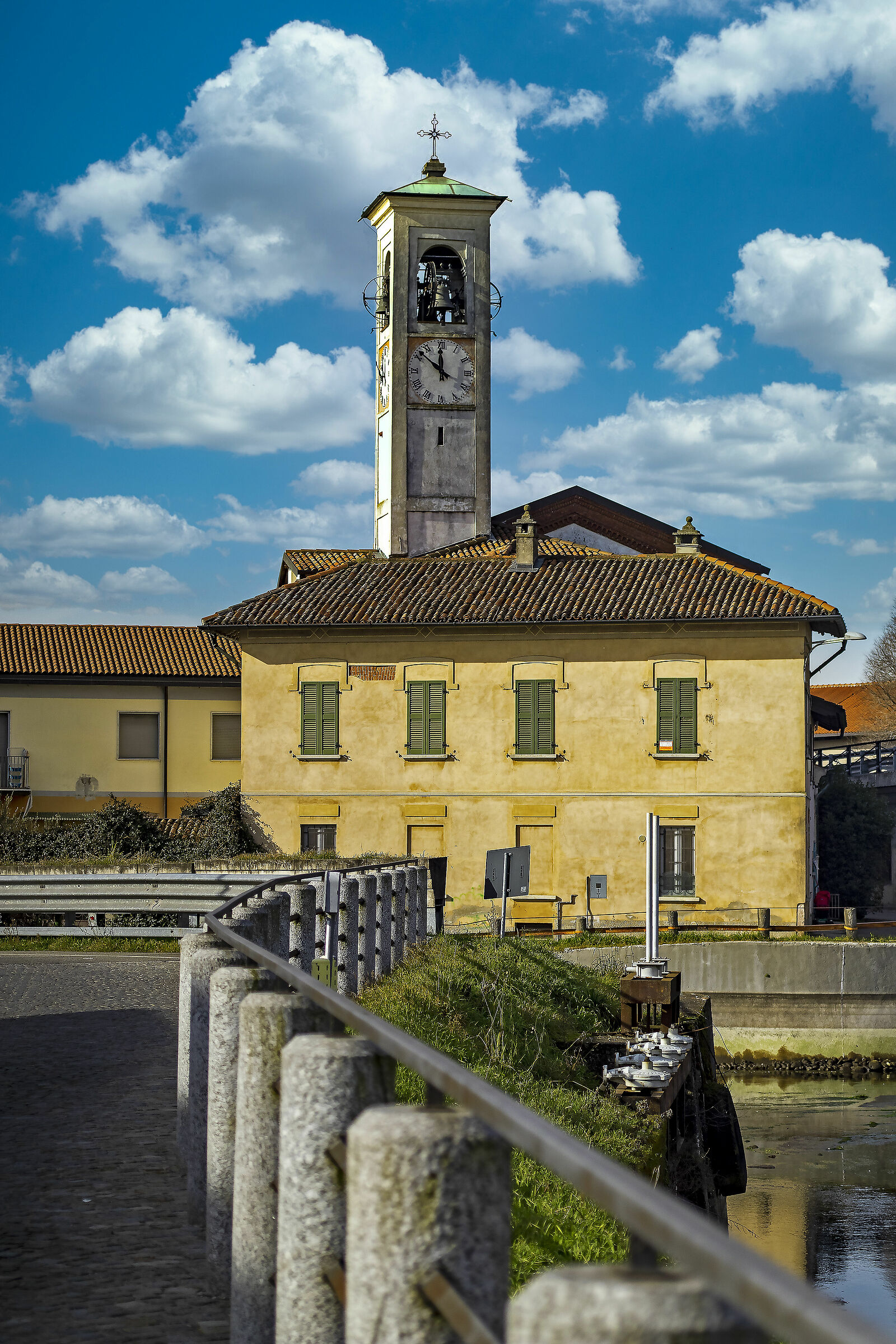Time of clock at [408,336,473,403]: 11:51
